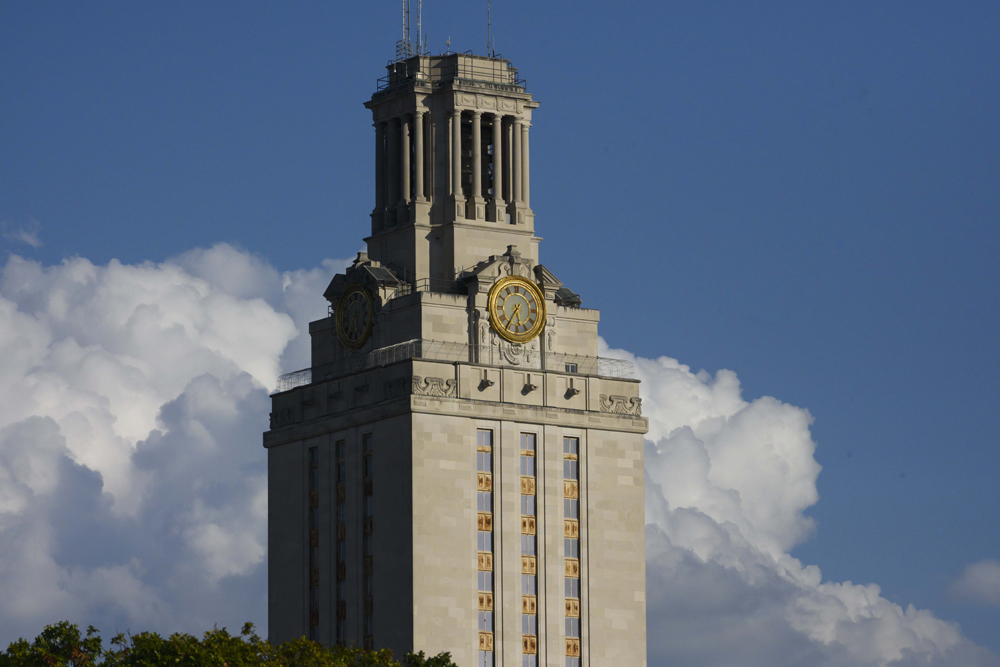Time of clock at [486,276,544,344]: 5:35
